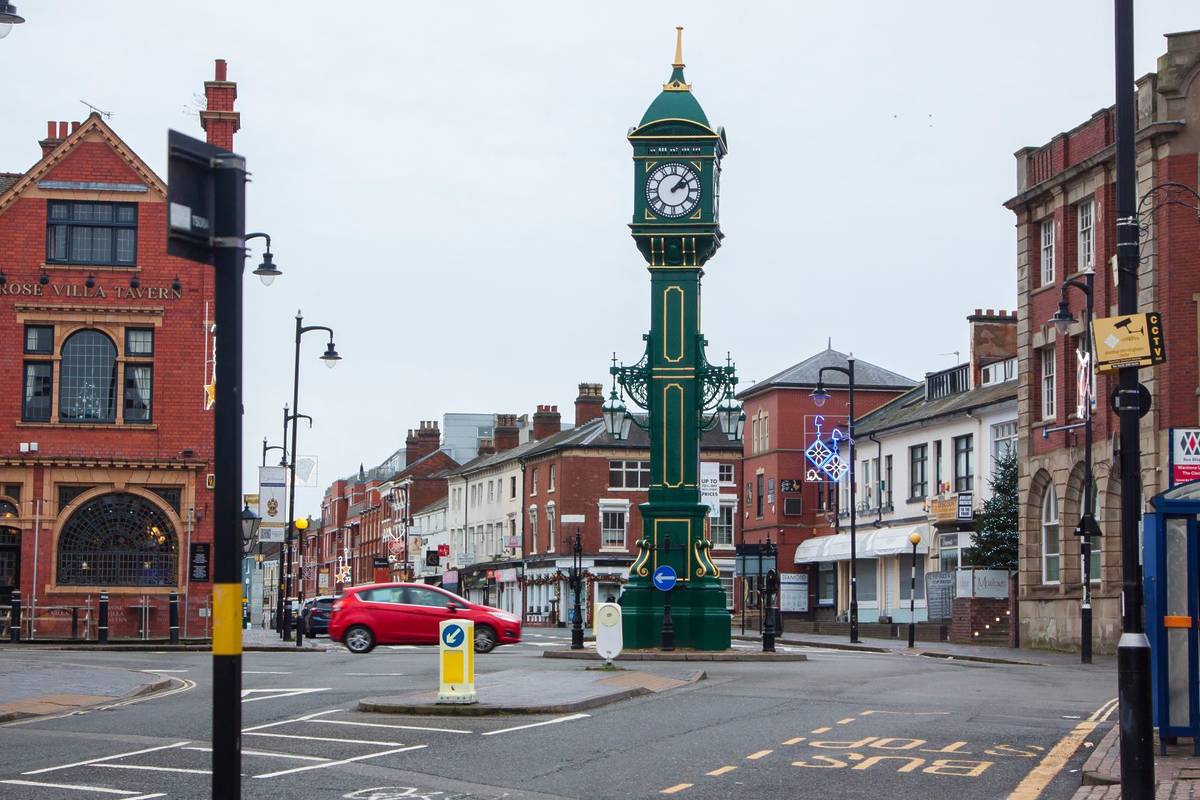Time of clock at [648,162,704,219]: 2:06
